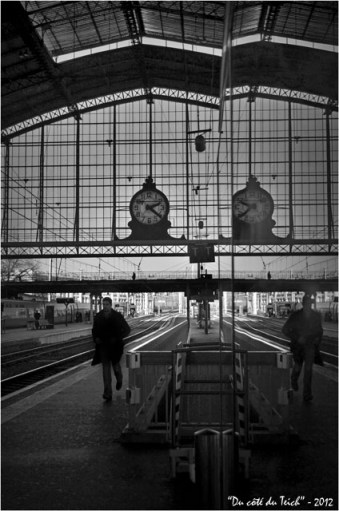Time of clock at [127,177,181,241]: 2:21
